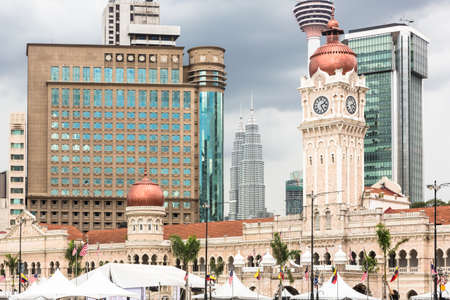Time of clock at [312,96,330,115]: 2:24
